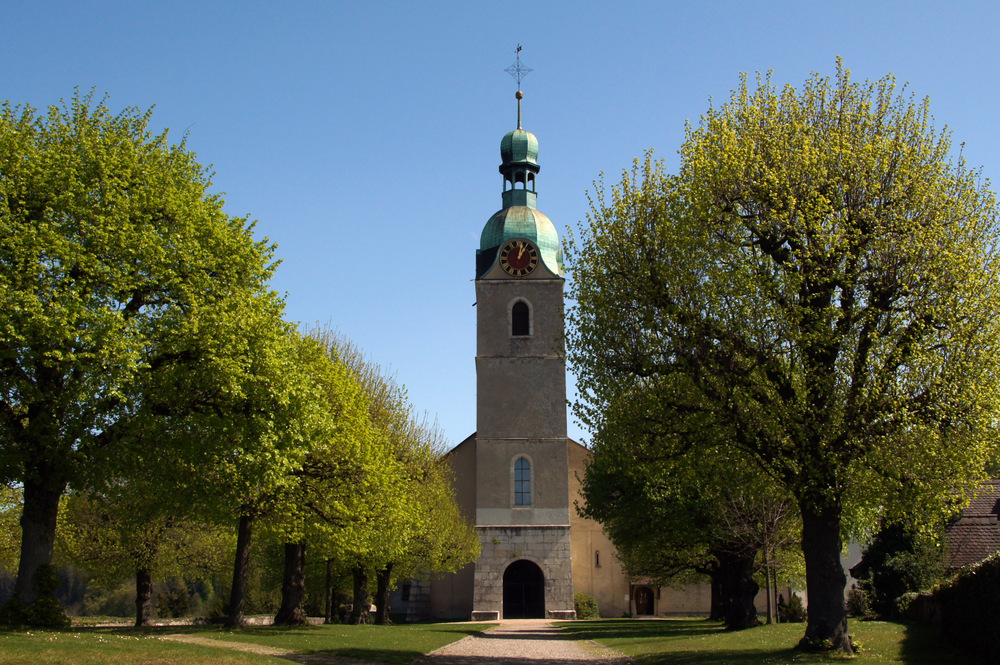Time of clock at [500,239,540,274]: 1:02
